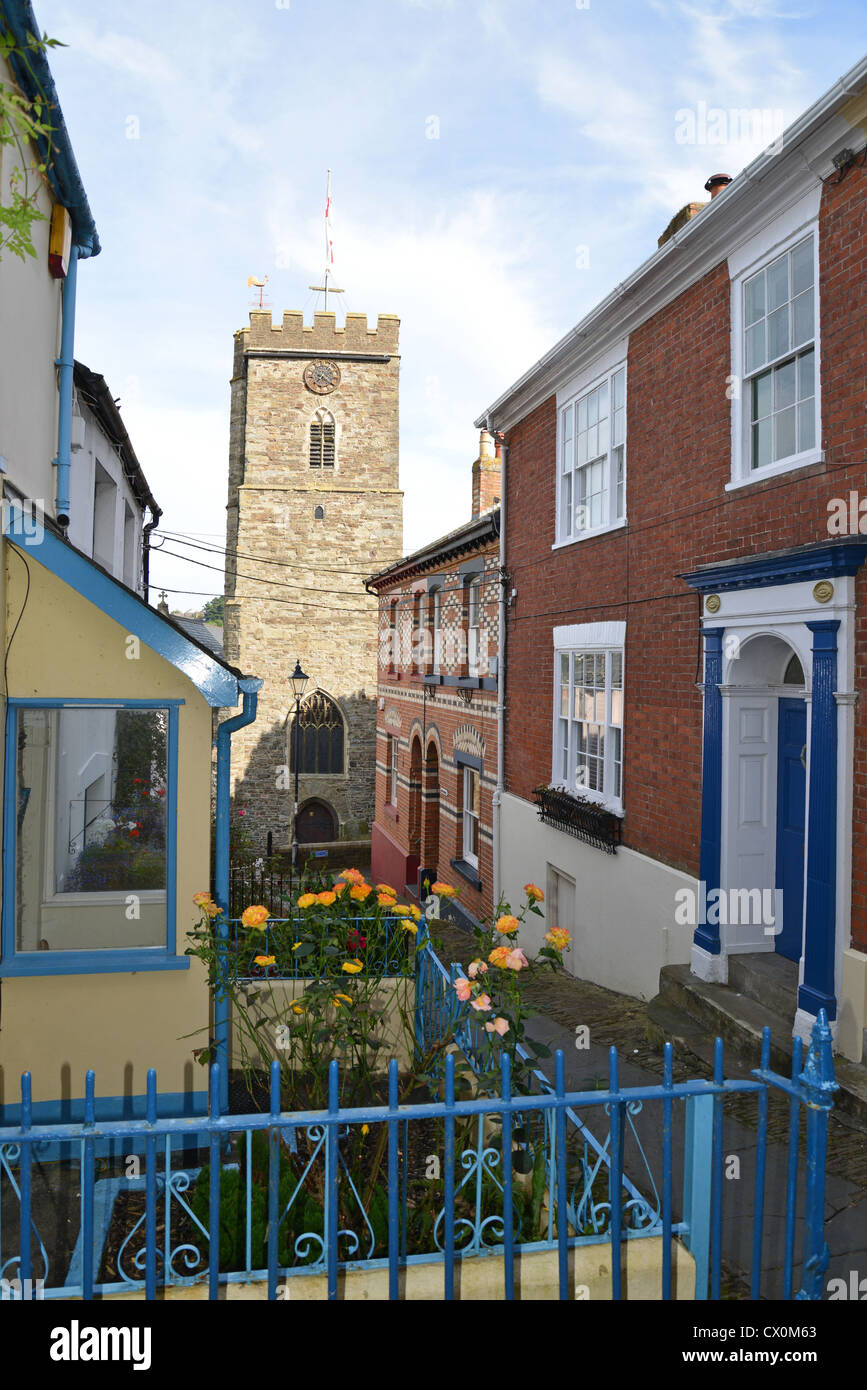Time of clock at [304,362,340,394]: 7:20
